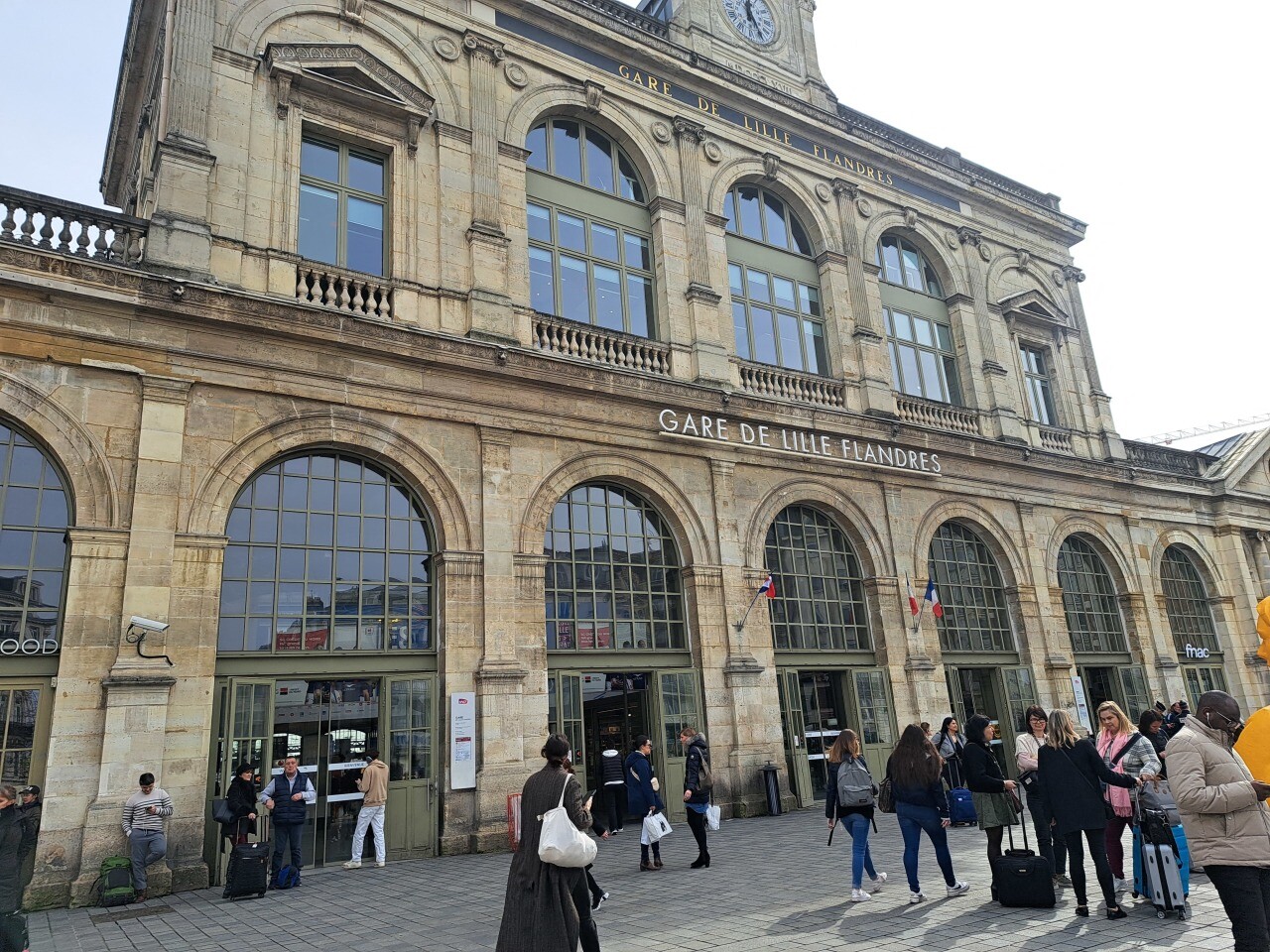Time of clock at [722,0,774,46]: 12:26
